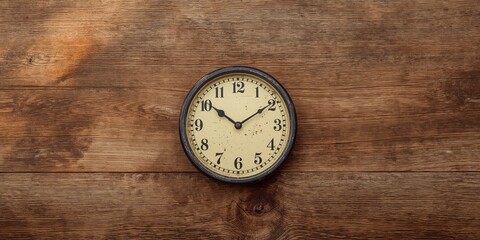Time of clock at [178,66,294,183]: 10:09
